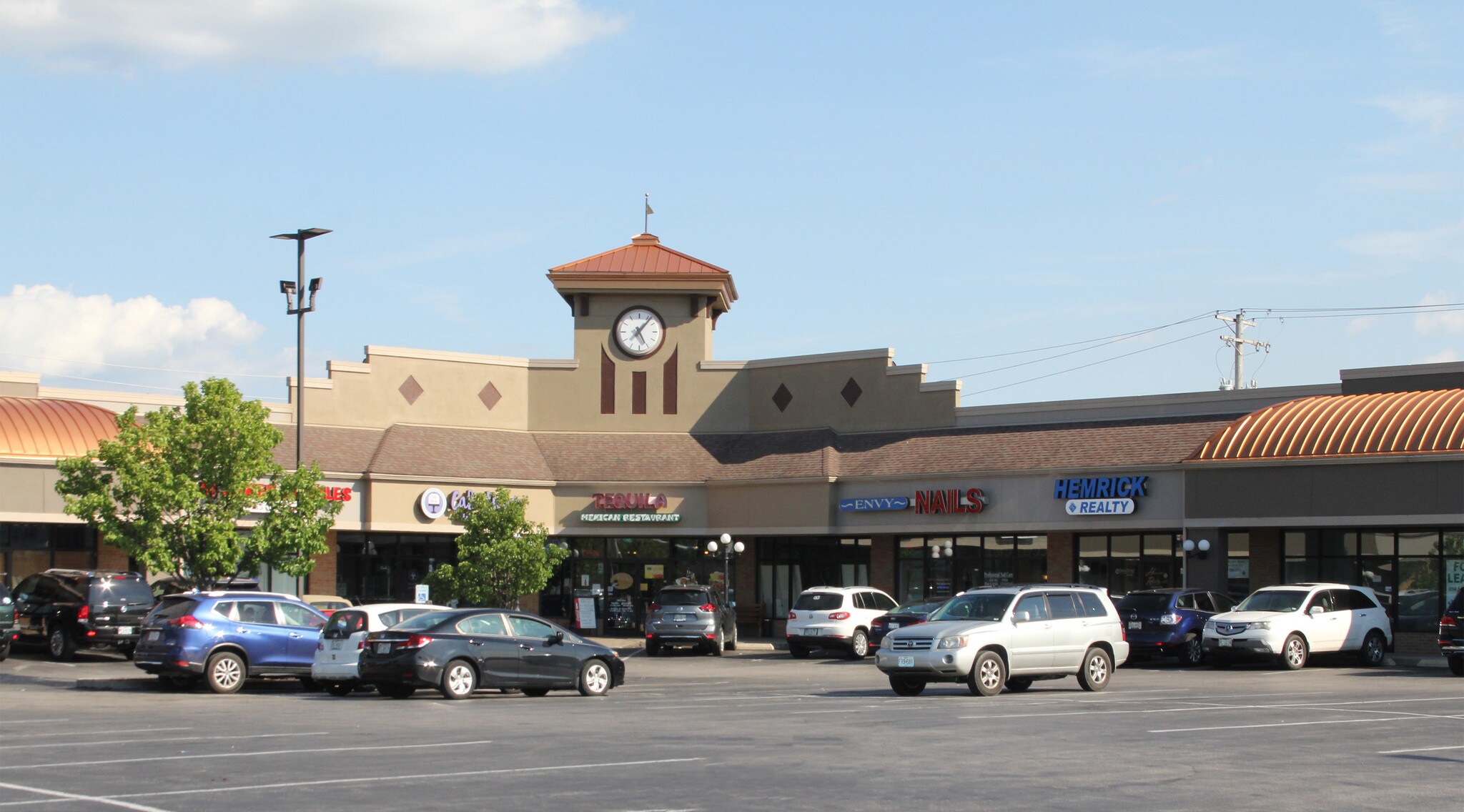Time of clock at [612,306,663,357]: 5:06
